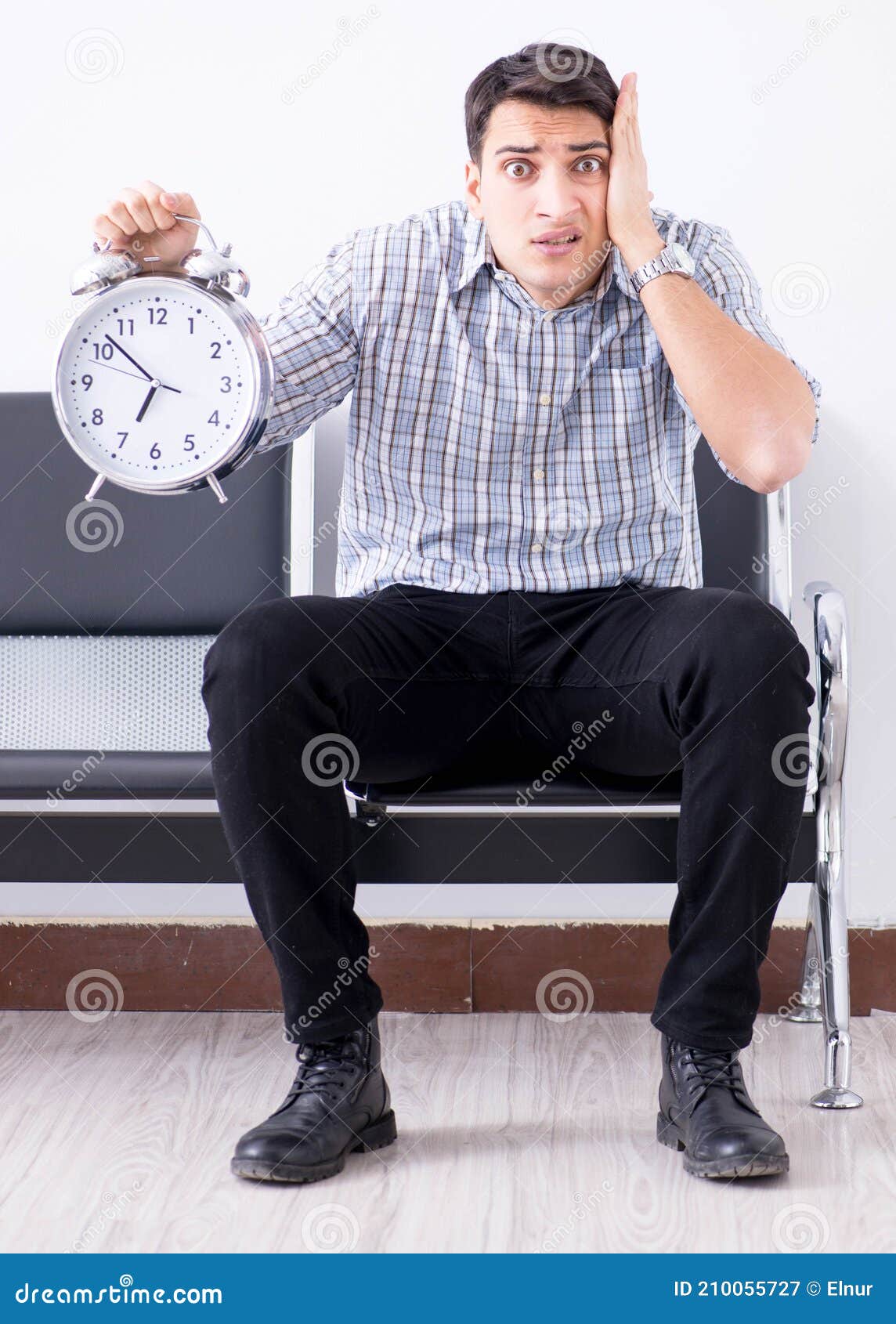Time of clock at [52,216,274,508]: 6:52
